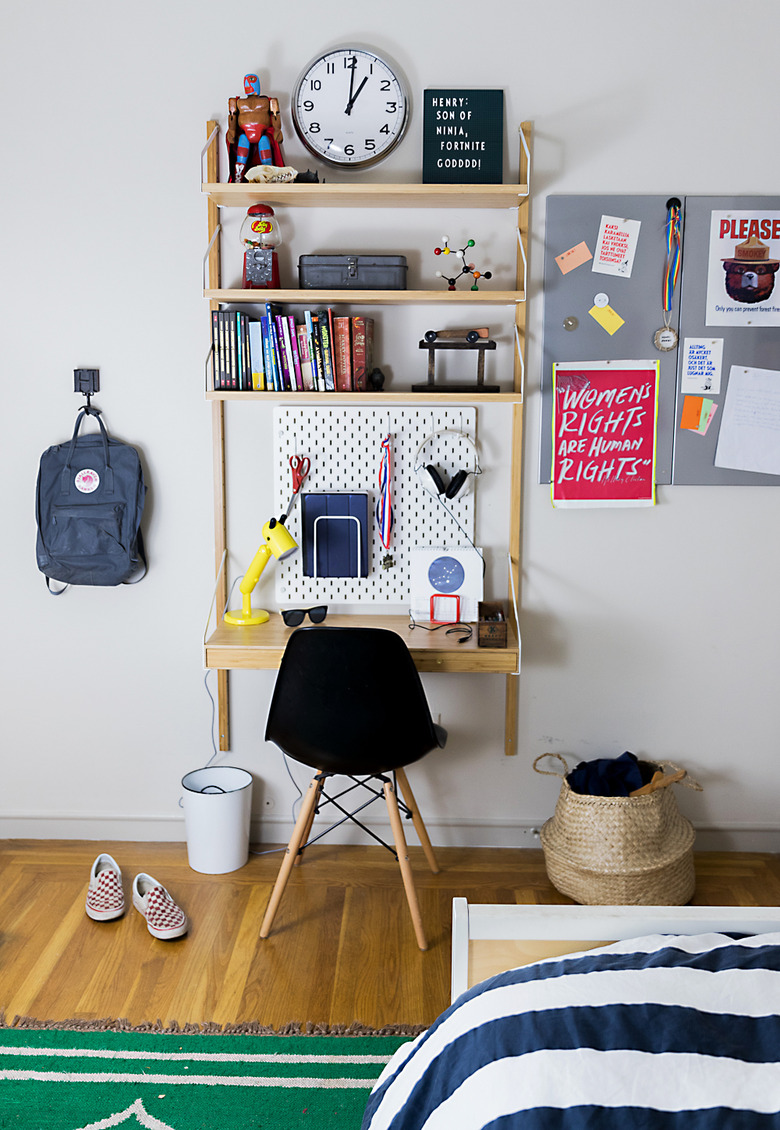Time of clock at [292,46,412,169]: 1:00
